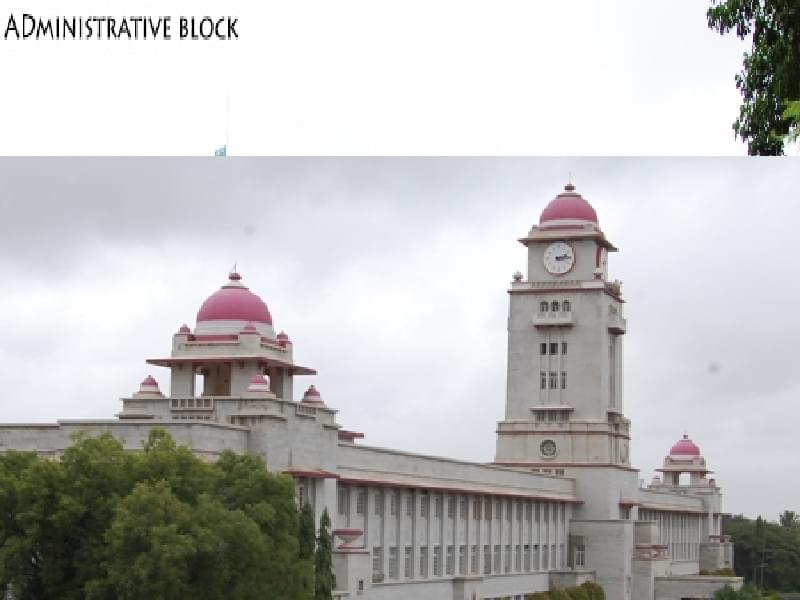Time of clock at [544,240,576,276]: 2:14
